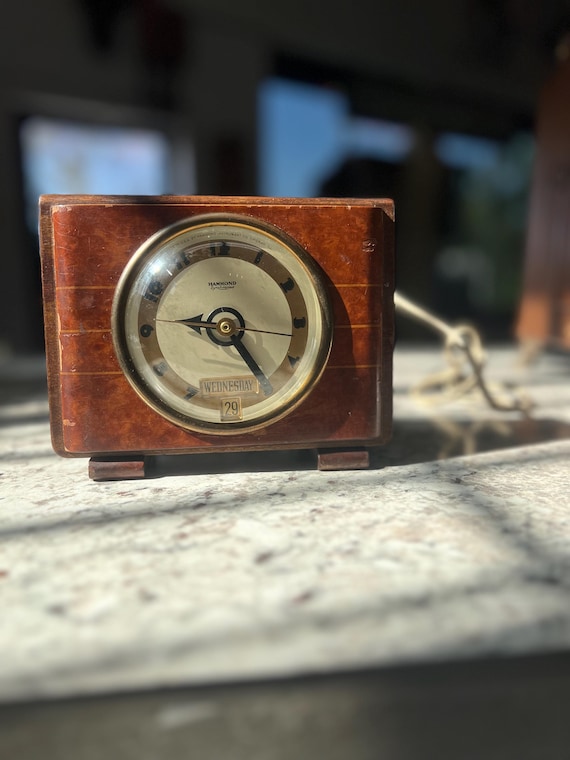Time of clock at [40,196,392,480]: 9:24
